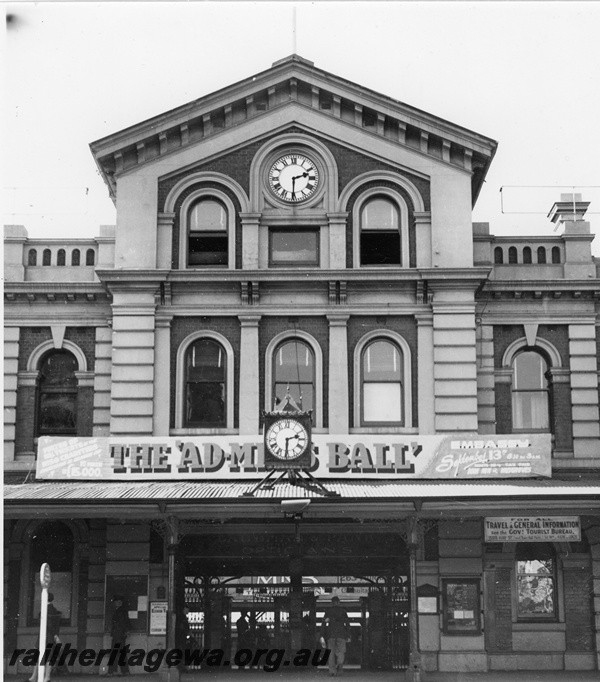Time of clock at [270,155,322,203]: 2:30
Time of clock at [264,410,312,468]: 2:30
